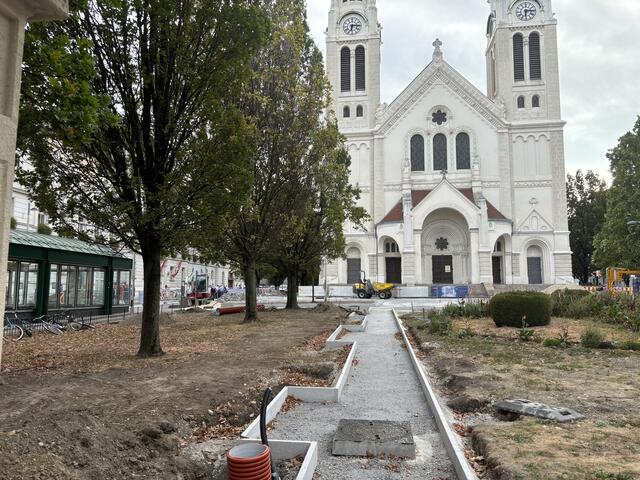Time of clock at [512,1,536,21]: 6:14
